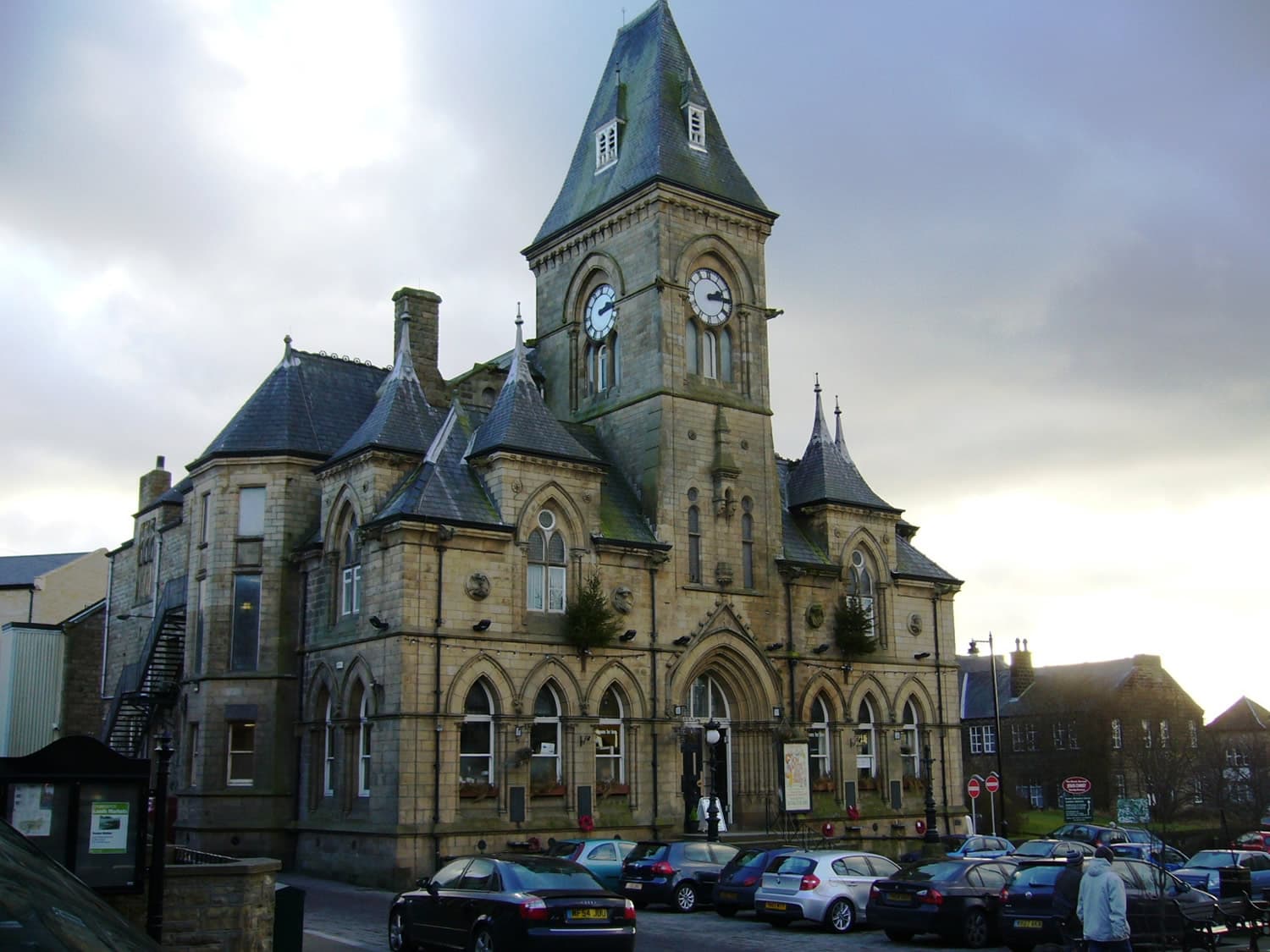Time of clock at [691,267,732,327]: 2:14
